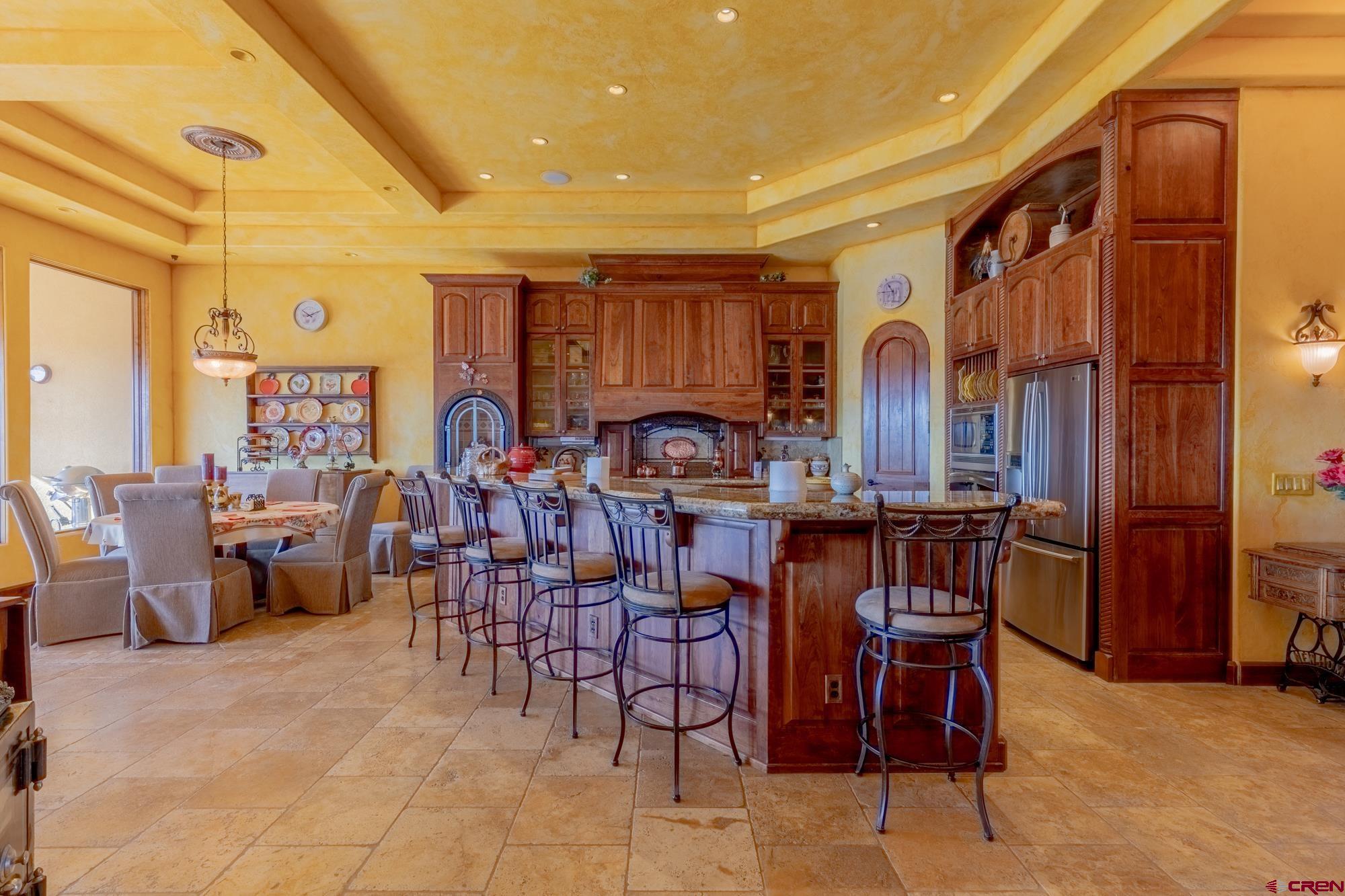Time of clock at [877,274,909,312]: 10:45
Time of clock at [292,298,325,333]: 10:10
